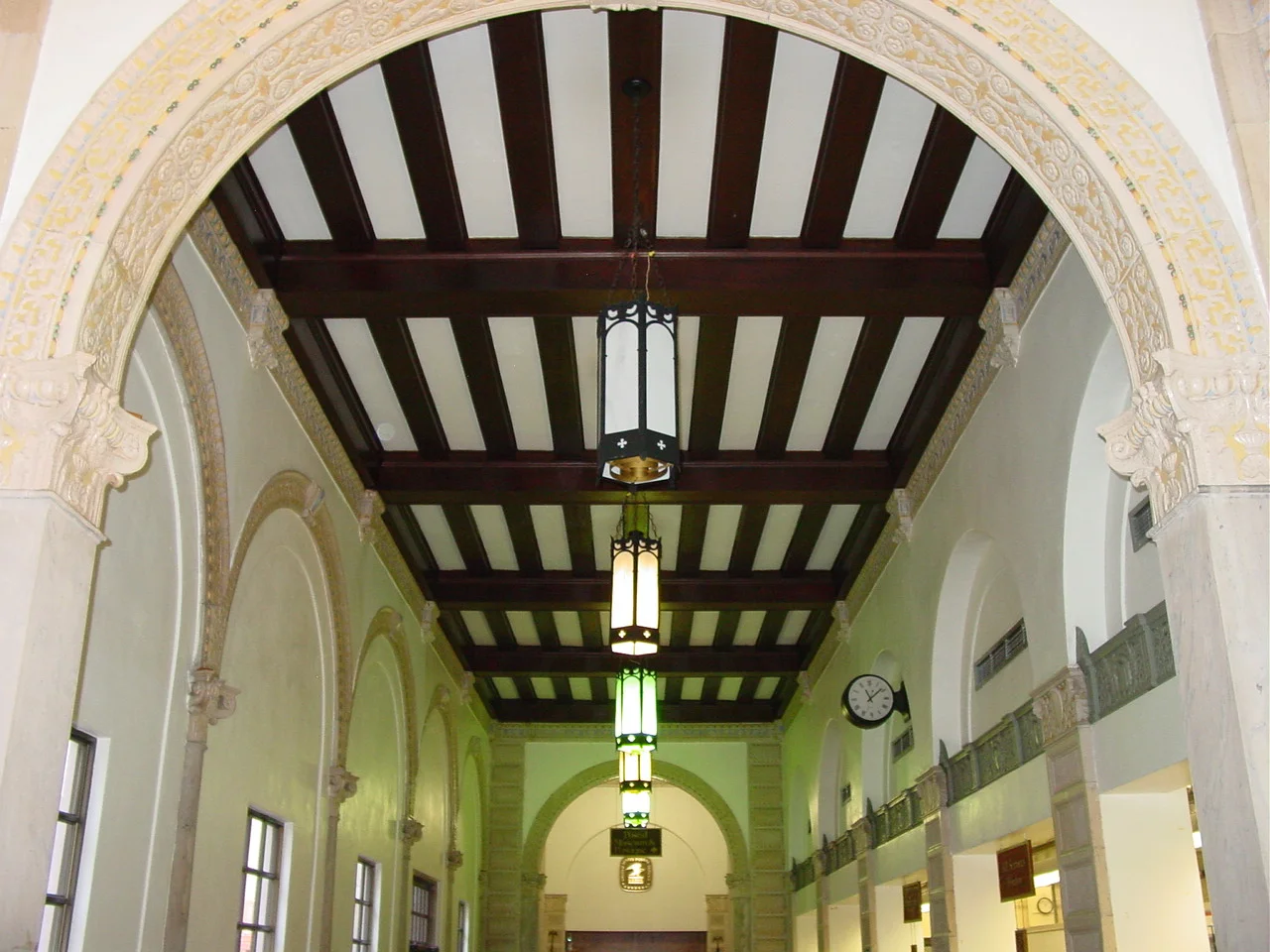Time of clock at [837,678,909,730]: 11:08
